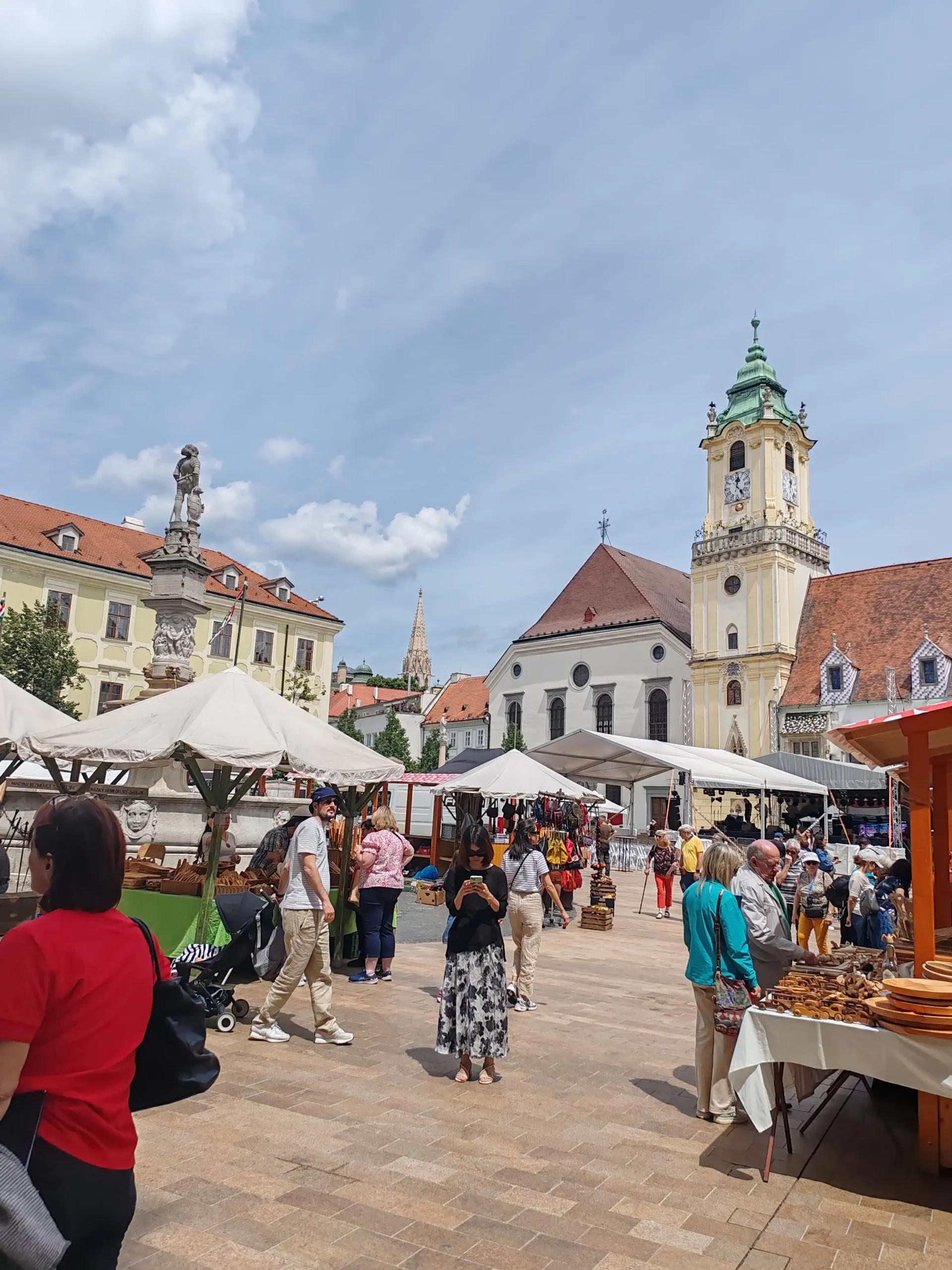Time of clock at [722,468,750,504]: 12:23
